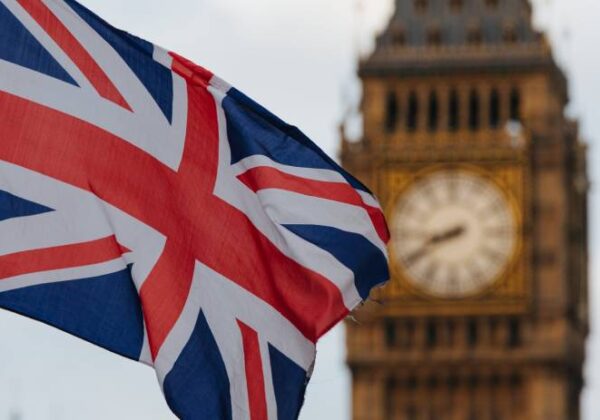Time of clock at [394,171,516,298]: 8:40
